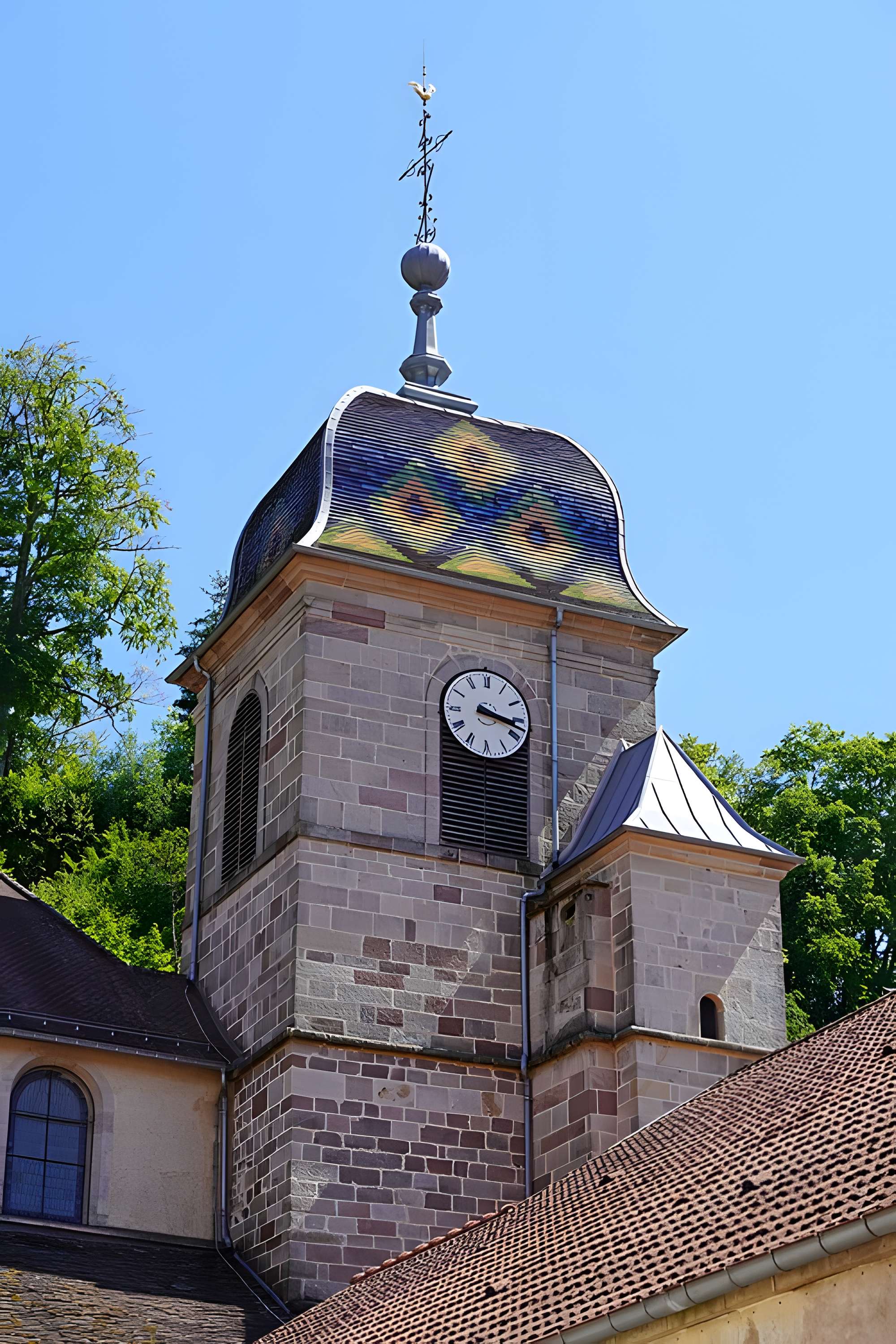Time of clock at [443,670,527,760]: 3:17
